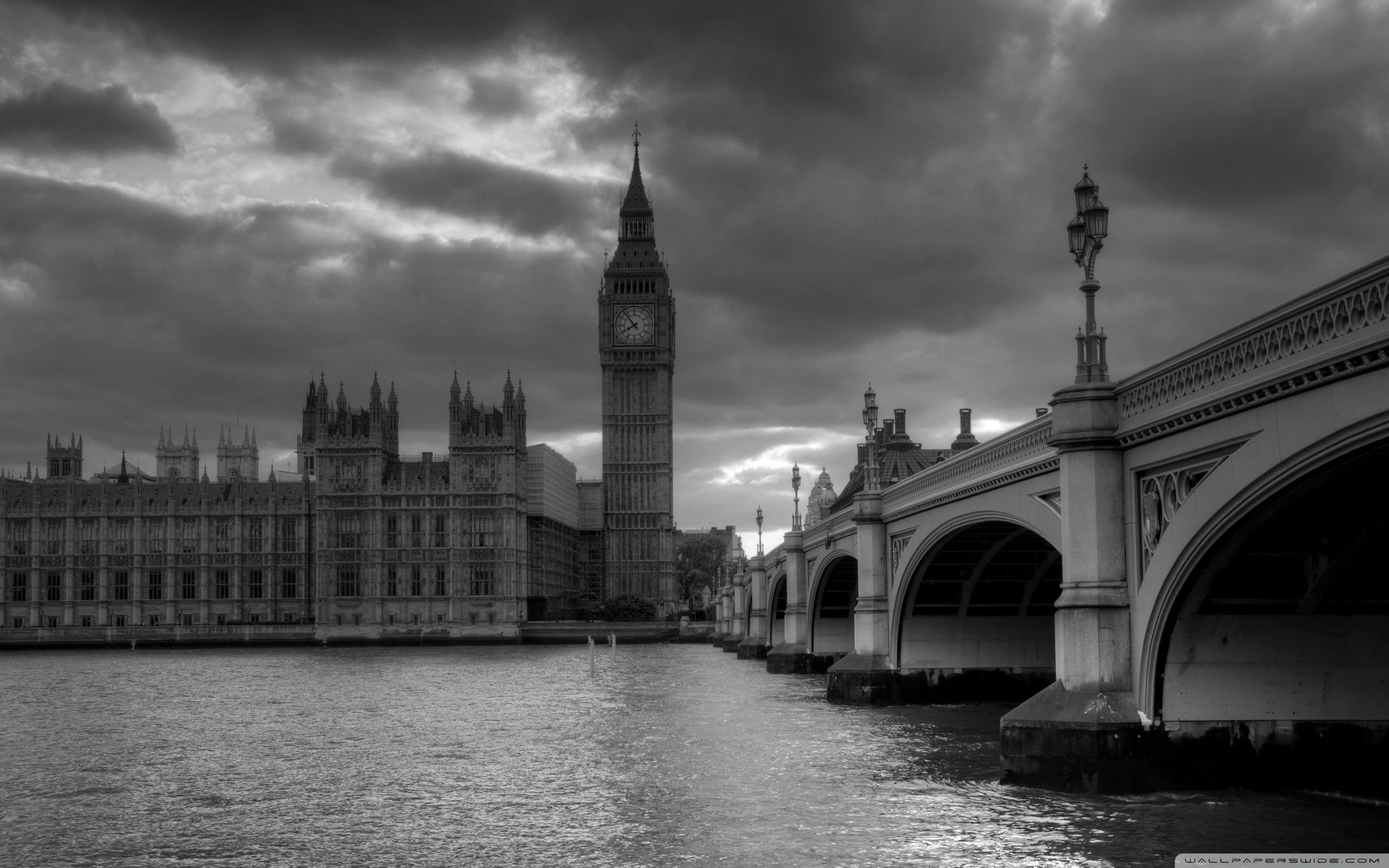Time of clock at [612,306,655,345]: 7:52
